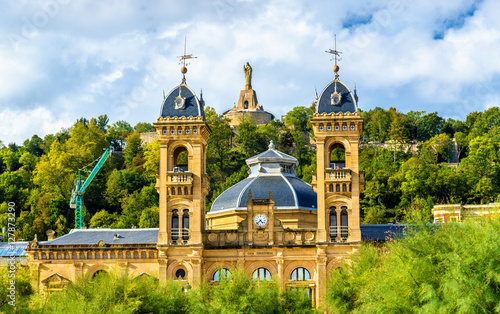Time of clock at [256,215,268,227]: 4:37
